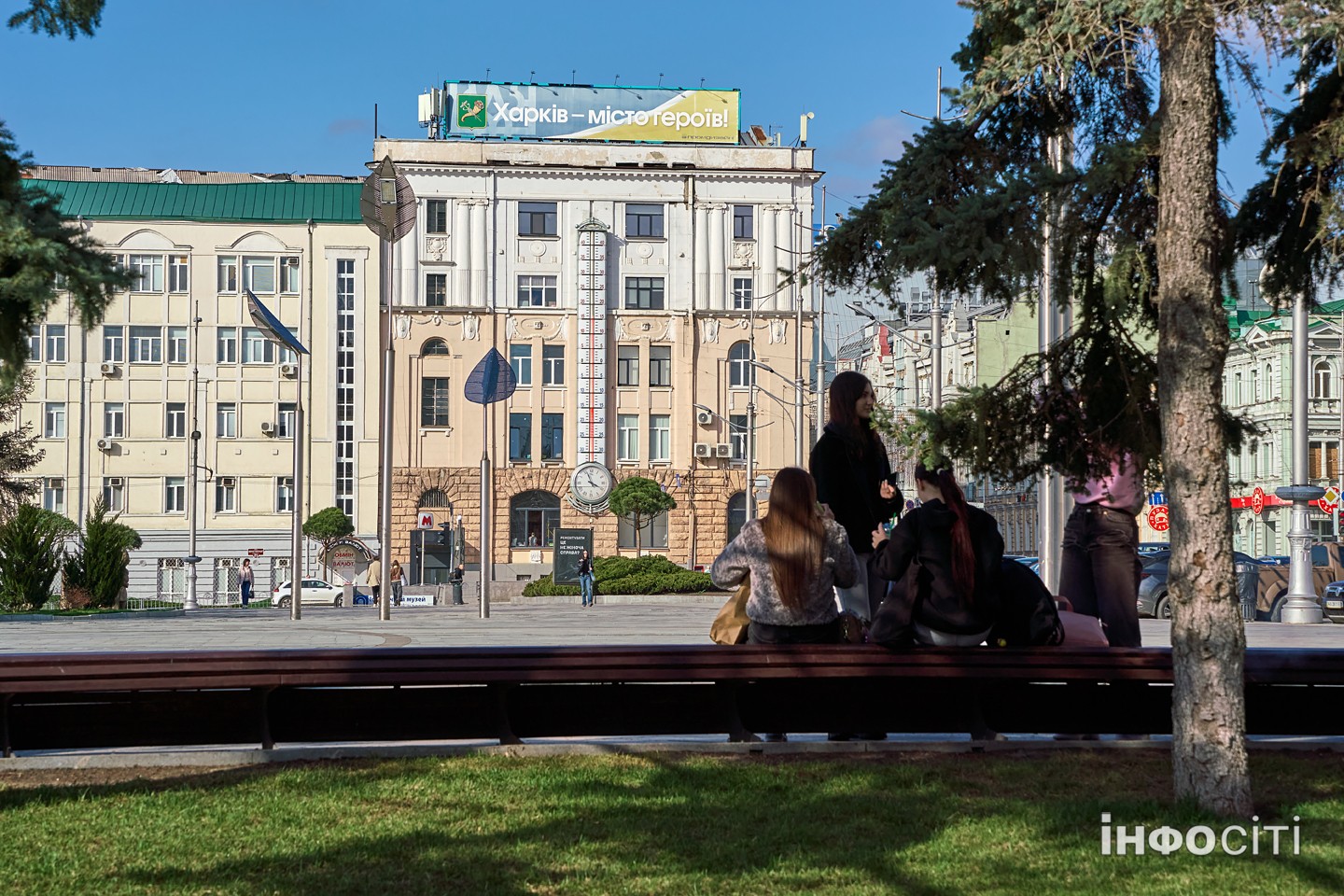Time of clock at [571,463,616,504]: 3:56
